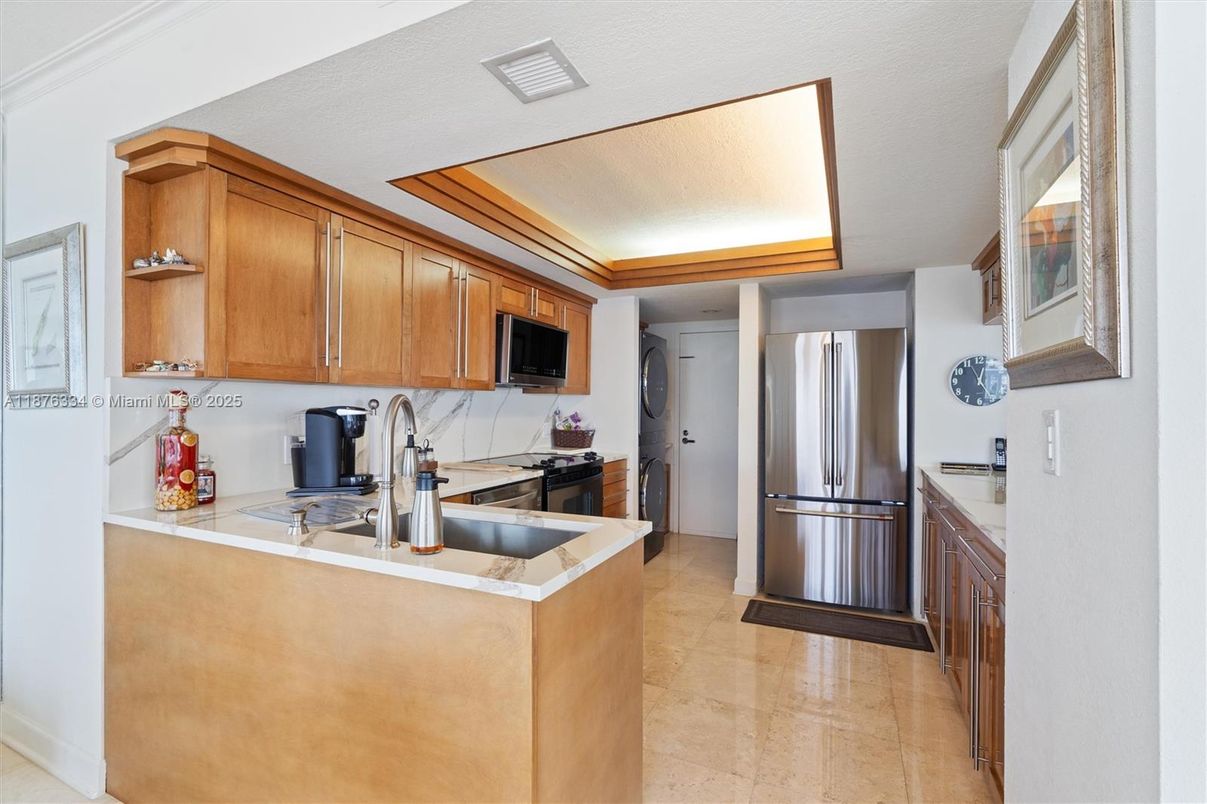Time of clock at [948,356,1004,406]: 12:55
